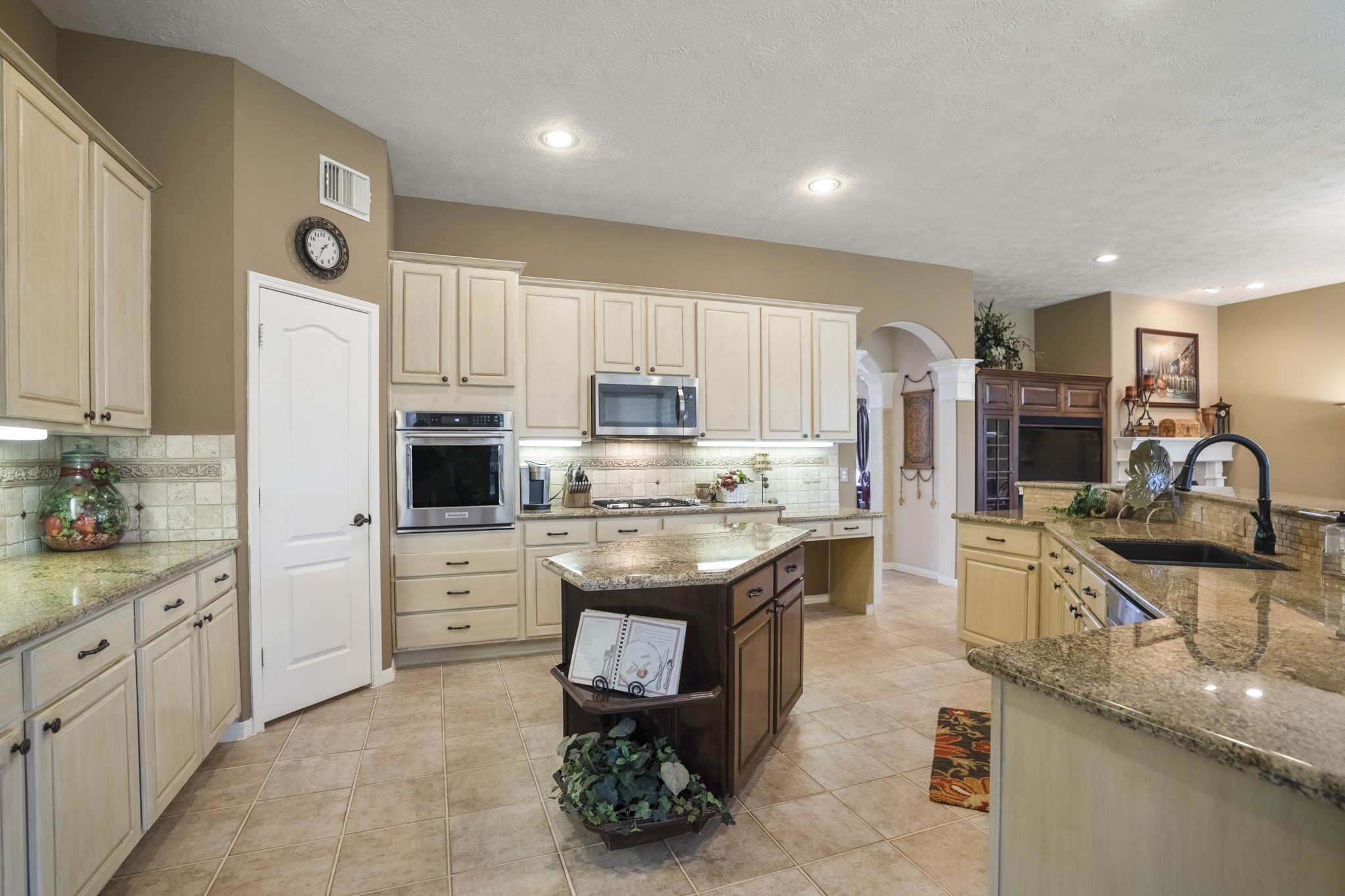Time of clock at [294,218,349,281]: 1:33
